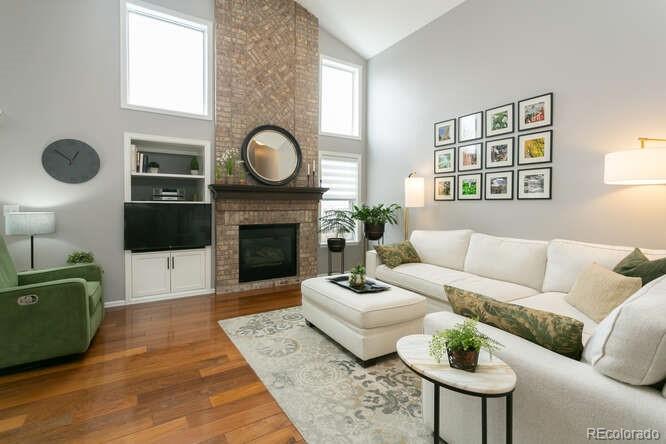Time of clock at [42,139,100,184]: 12:52
